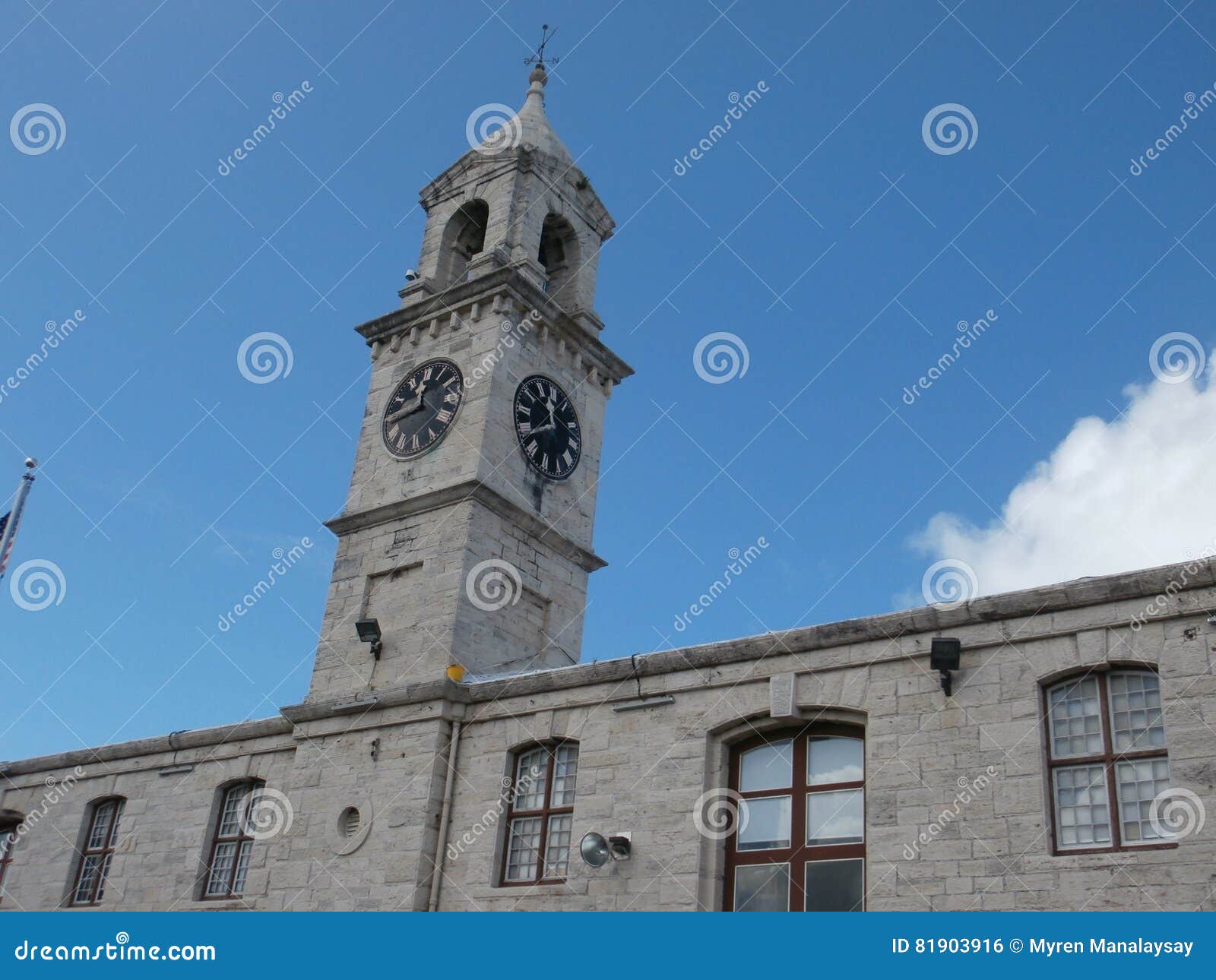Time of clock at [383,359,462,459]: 11:43
